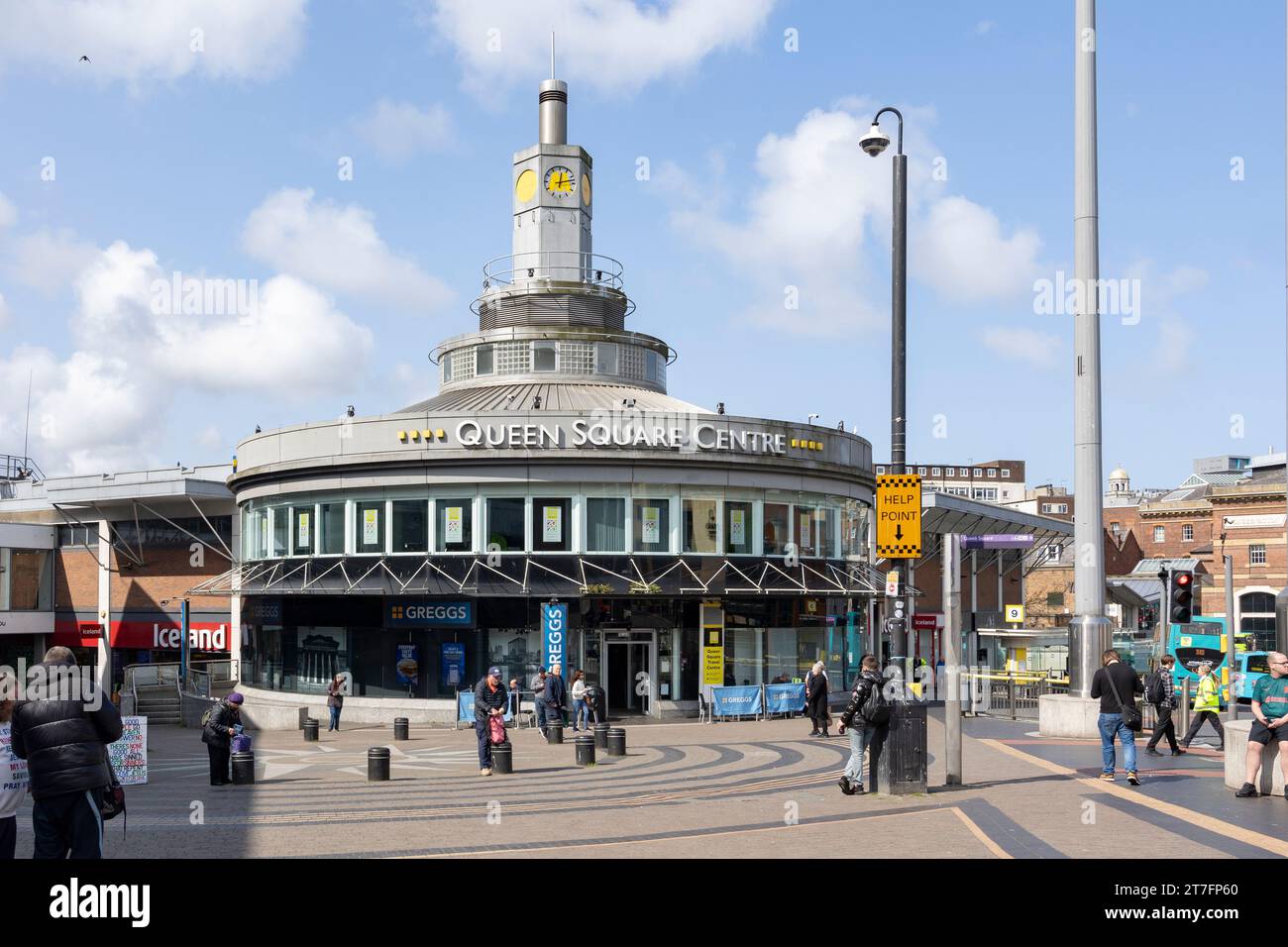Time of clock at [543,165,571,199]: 12:12
